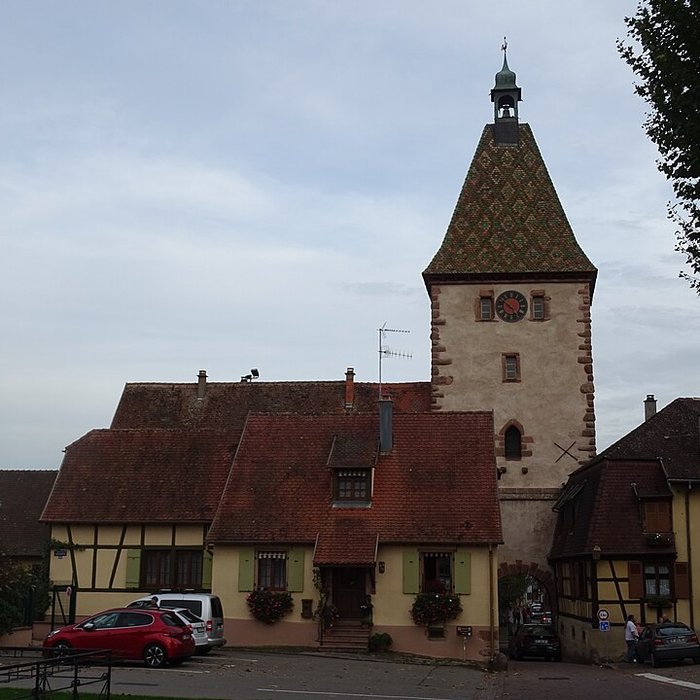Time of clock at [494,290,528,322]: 4:51
